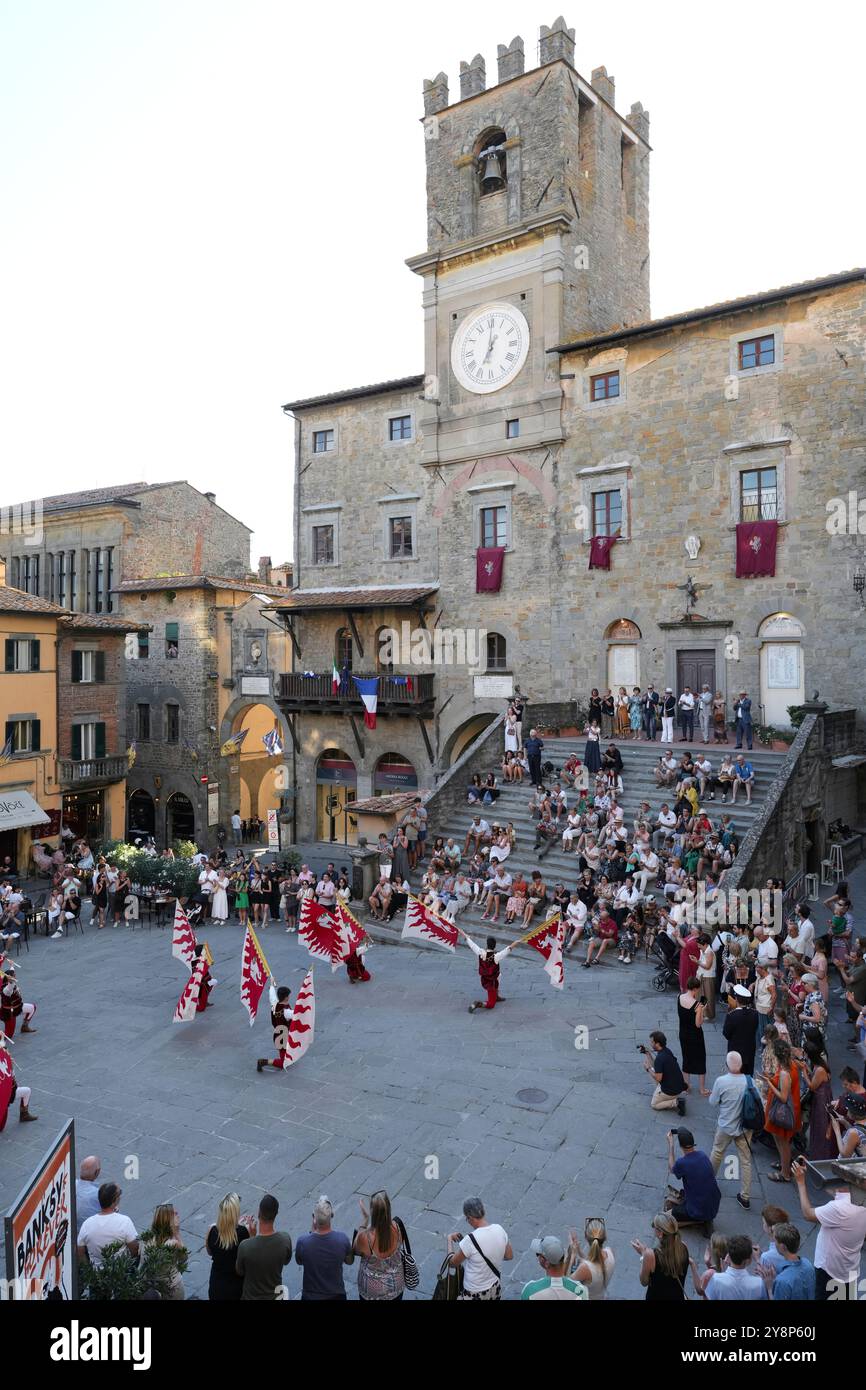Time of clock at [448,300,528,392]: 7:00
